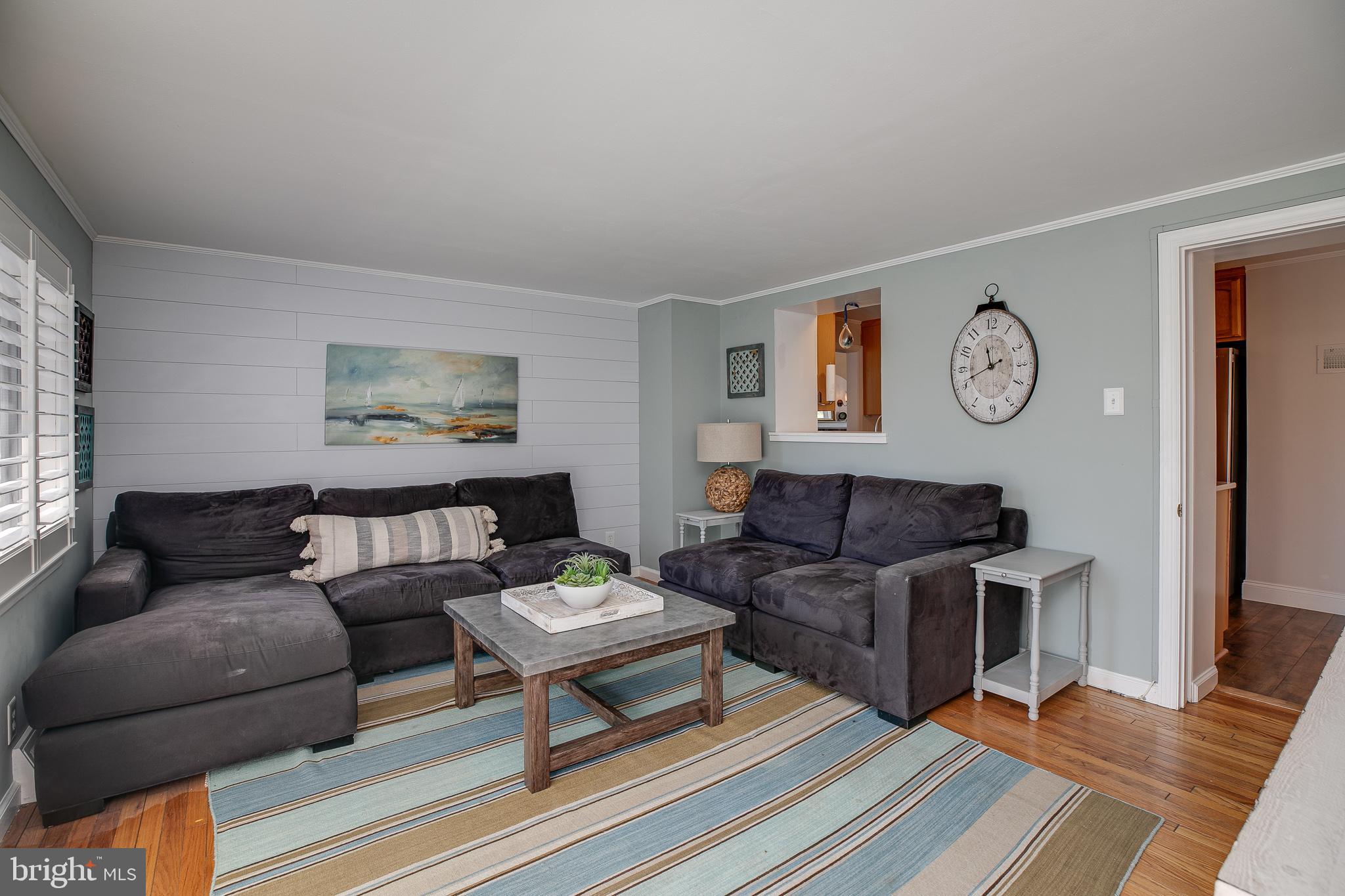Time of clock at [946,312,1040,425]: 11:41
